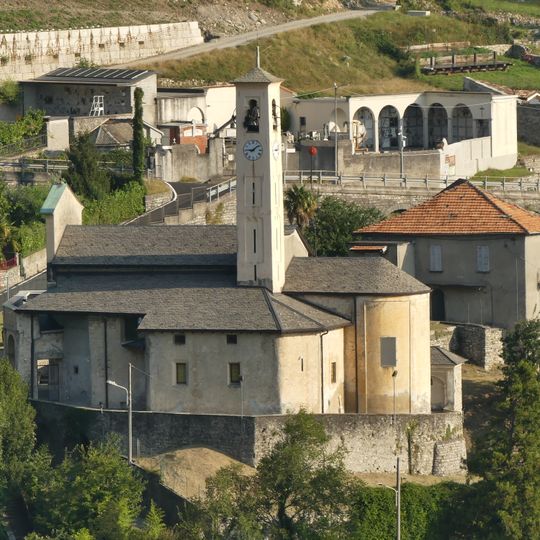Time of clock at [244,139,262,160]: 9:08
